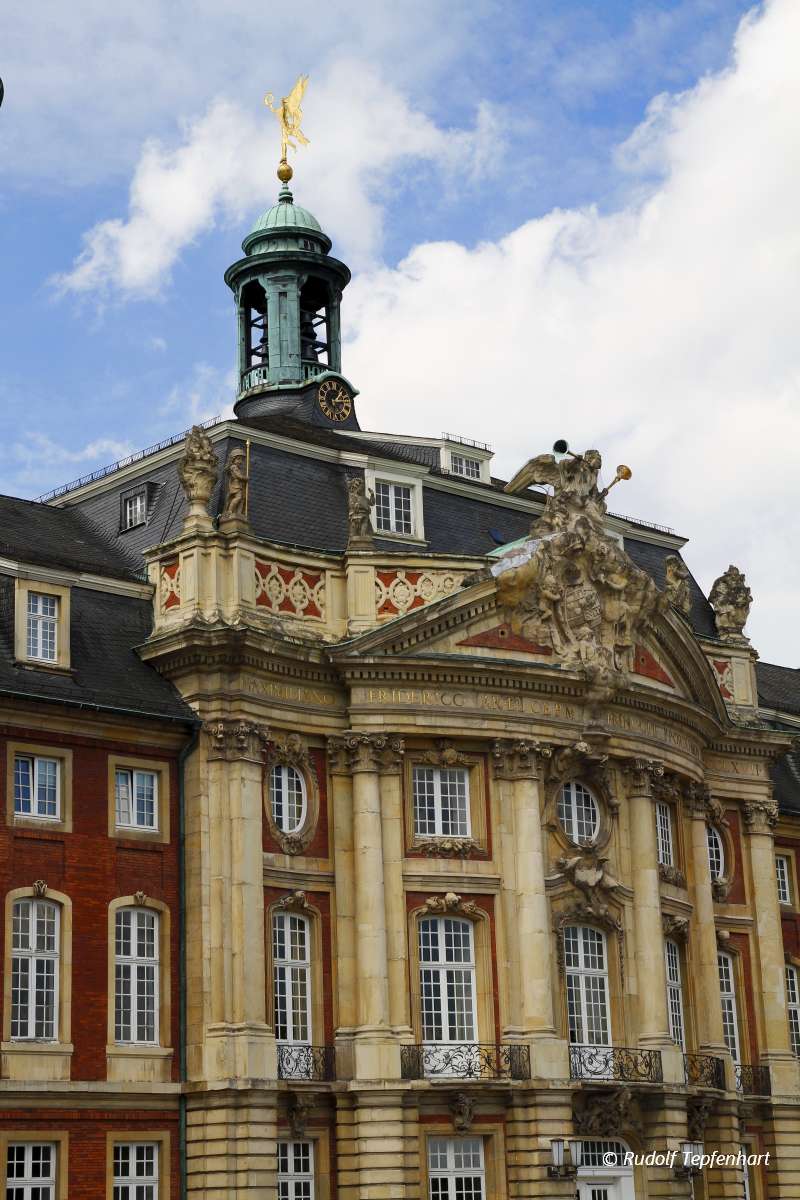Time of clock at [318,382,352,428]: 1:12
